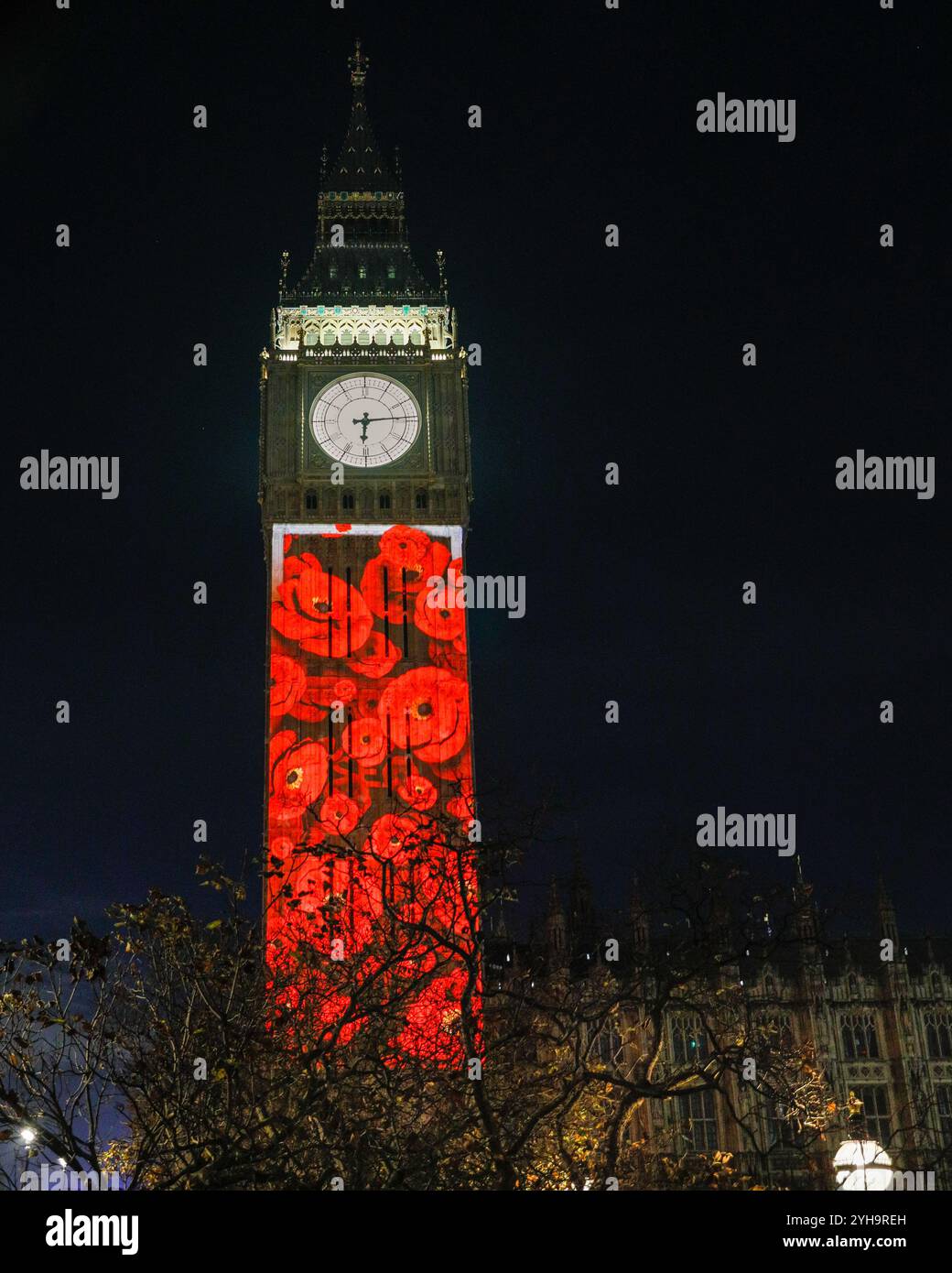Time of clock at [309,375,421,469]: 6:14
